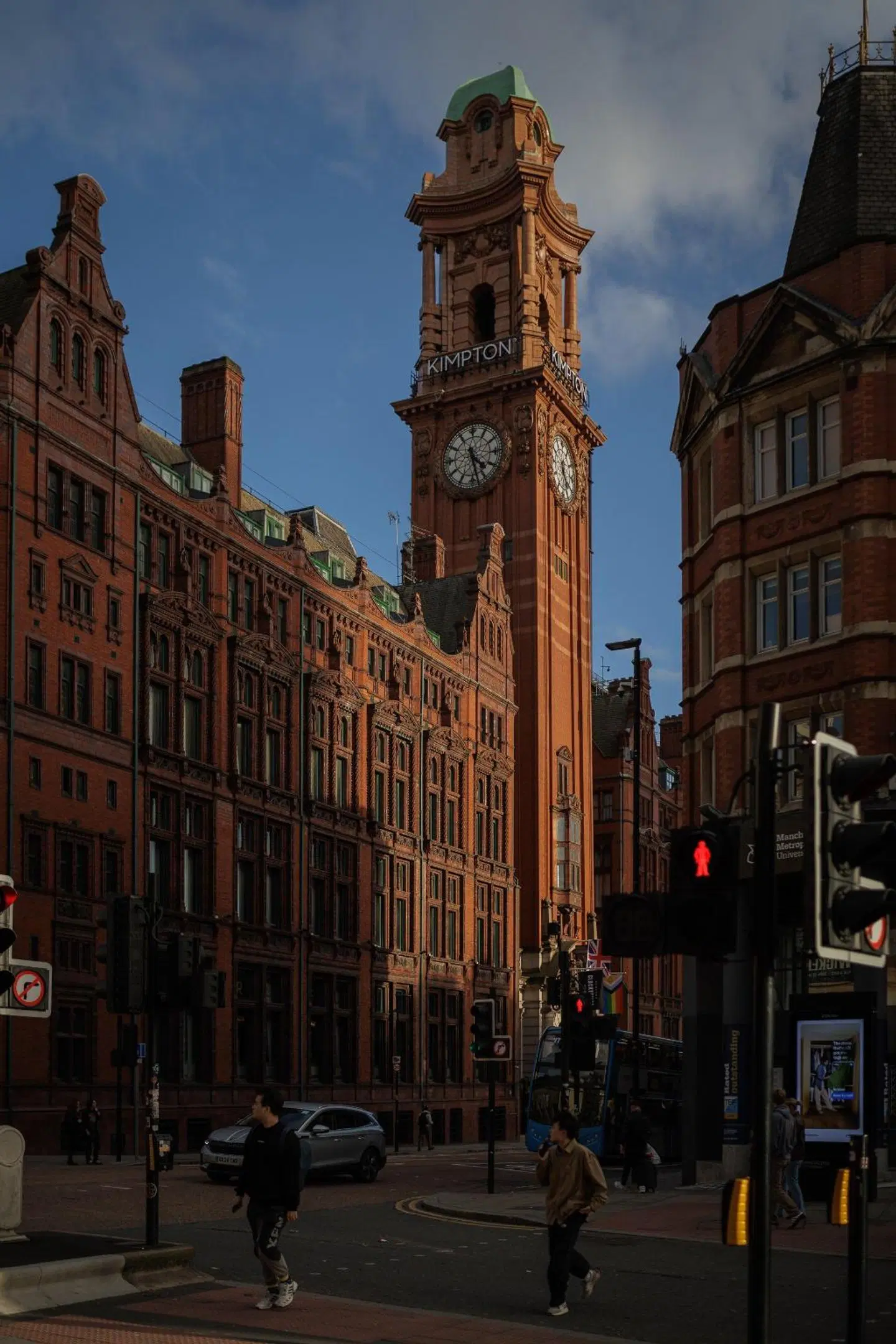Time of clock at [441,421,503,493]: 4:27
